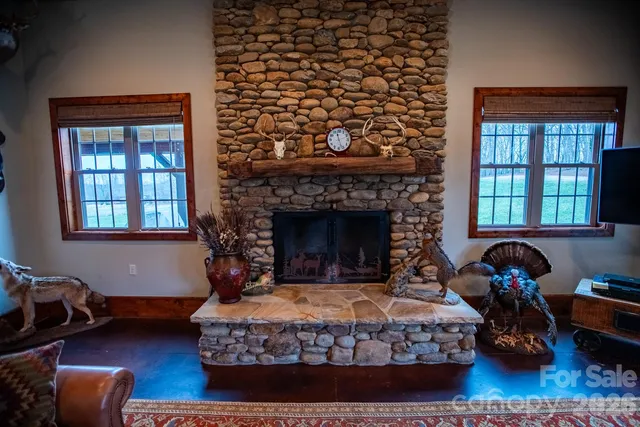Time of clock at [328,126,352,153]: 11:26
